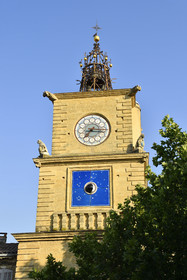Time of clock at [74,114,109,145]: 7:15
